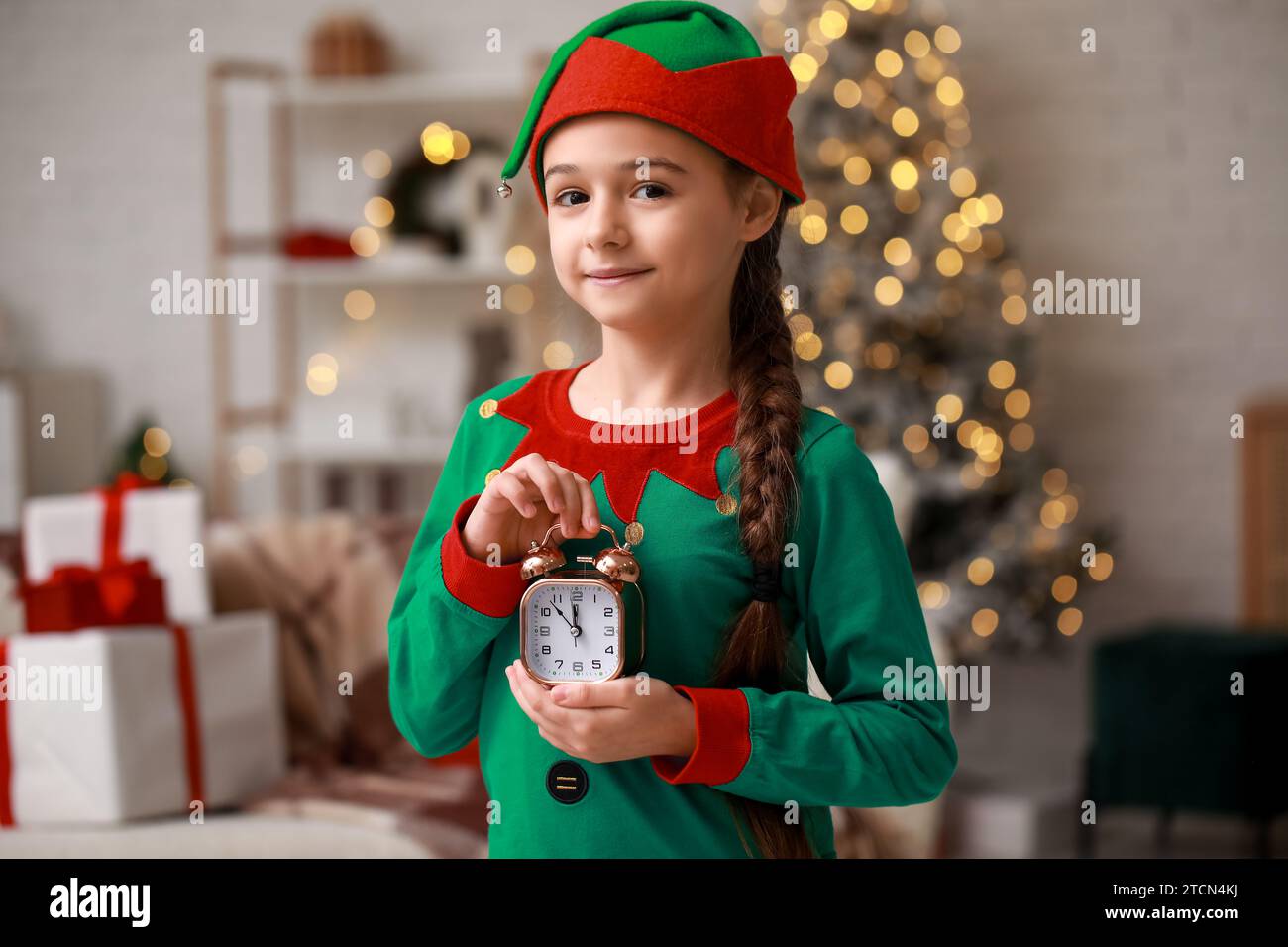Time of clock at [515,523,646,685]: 11:52
